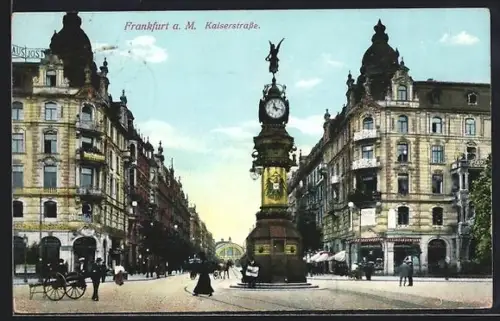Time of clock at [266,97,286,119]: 11:17
